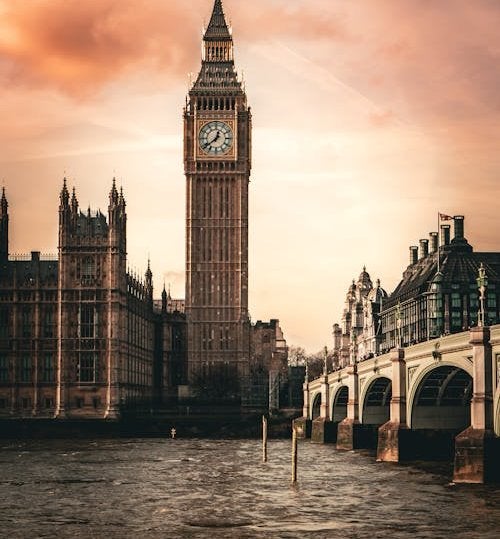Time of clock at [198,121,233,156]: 12:38
